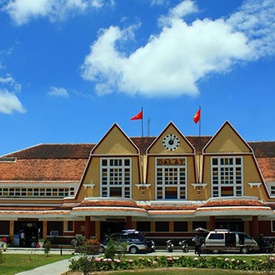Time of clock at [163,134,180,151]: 12:06
